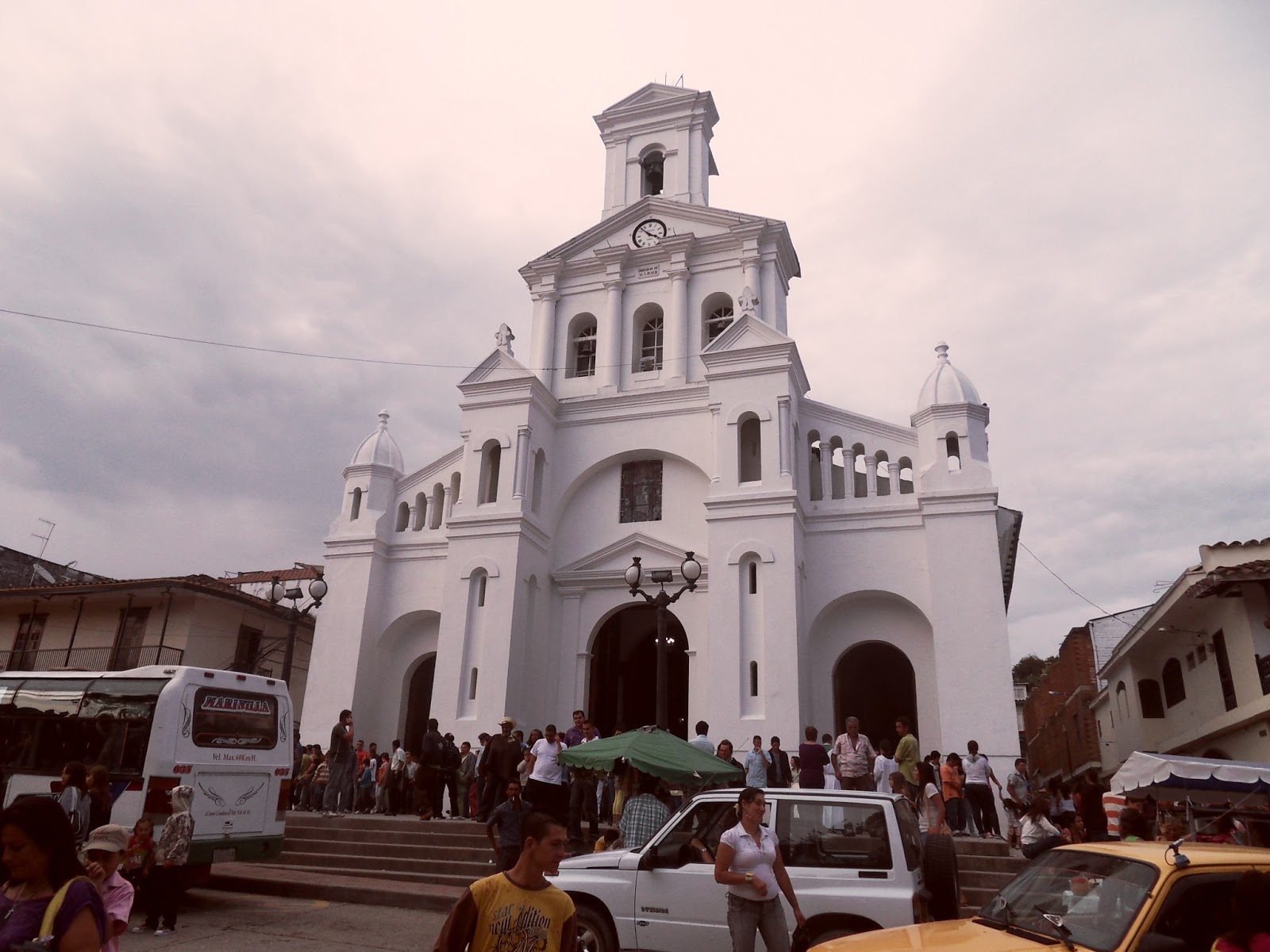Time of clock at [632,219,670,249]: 3:52
